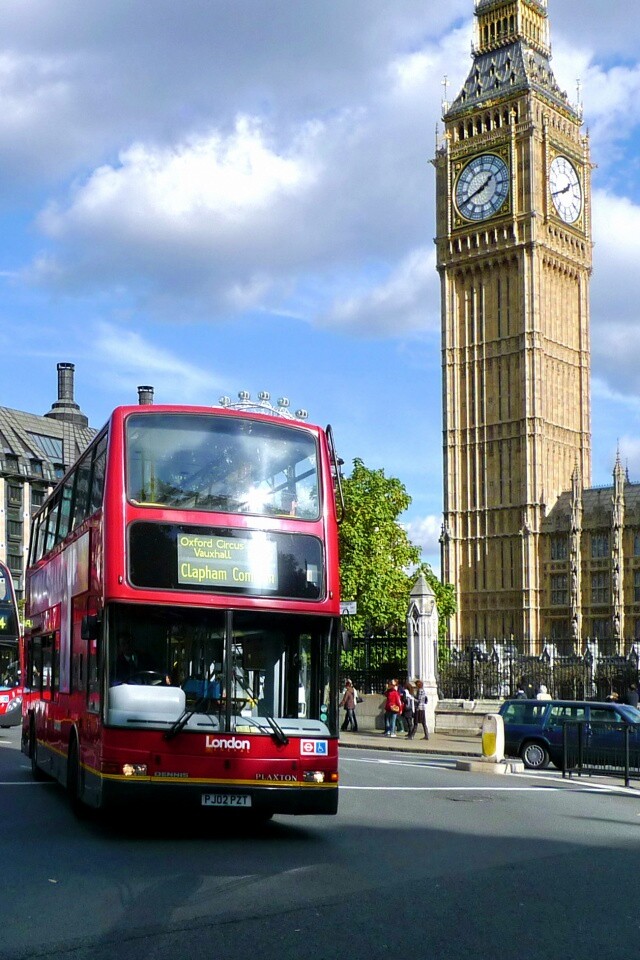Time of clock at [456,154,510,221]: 1:41
